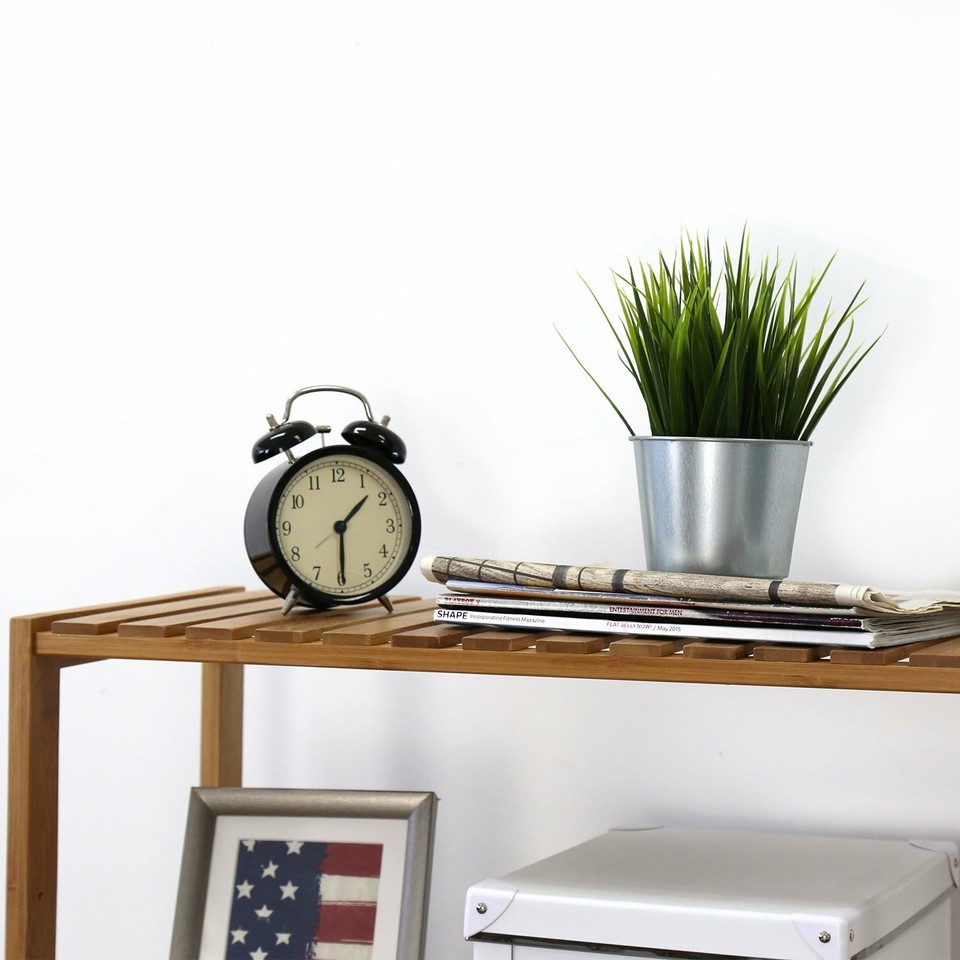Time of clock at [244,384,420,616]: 1:29
